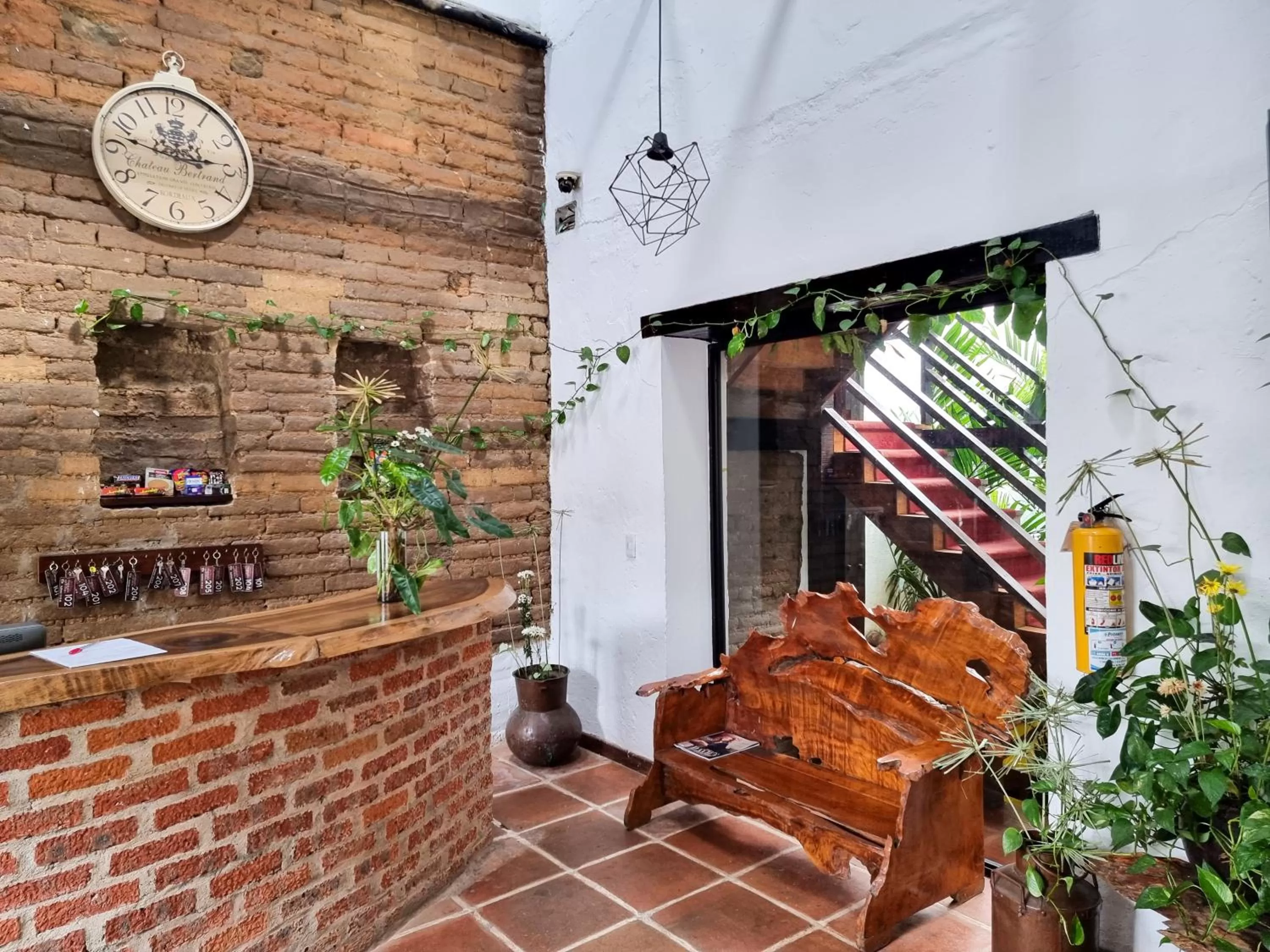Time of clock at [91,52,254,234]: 2:46
